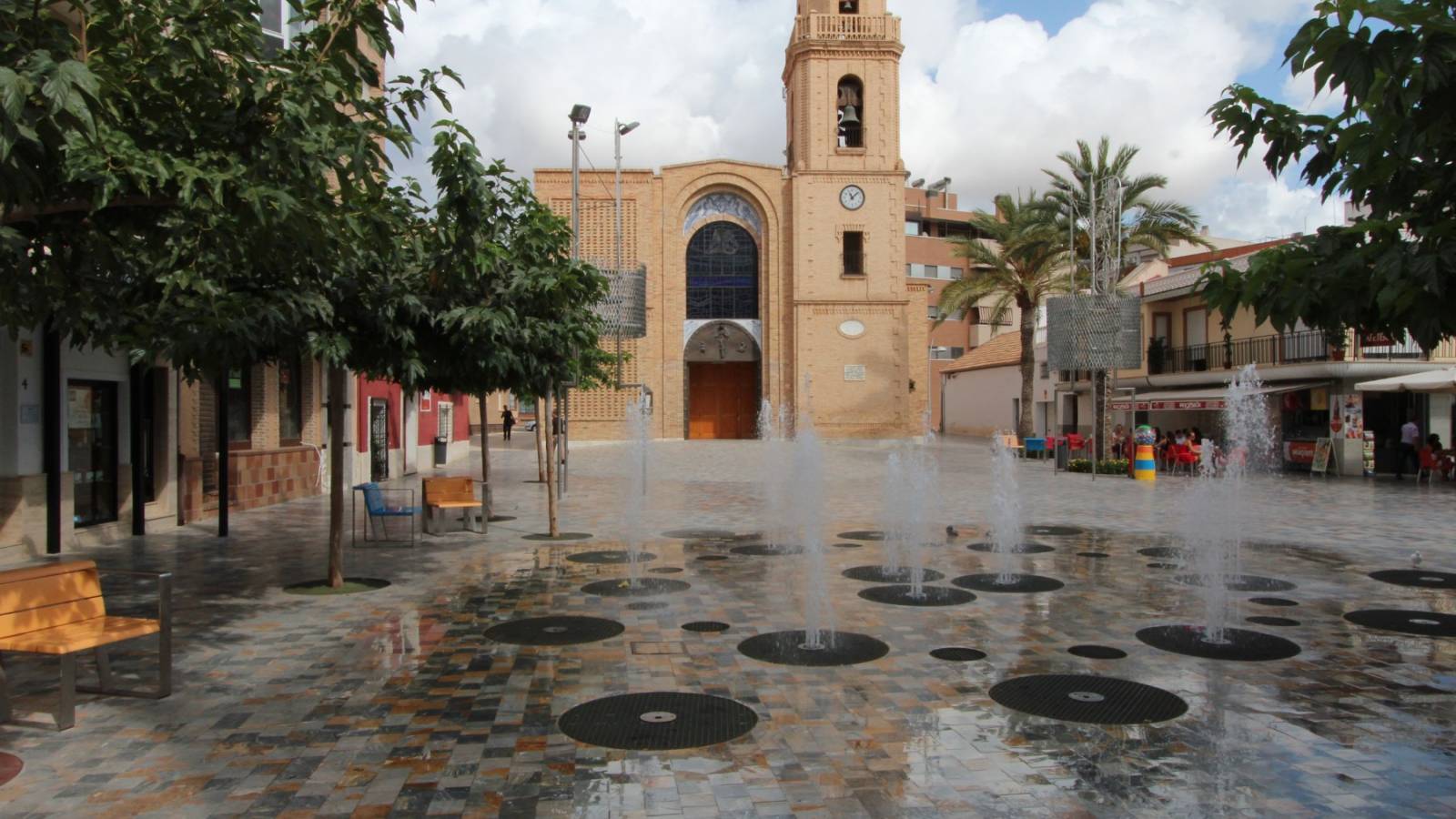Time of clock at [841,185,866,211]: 11:07
